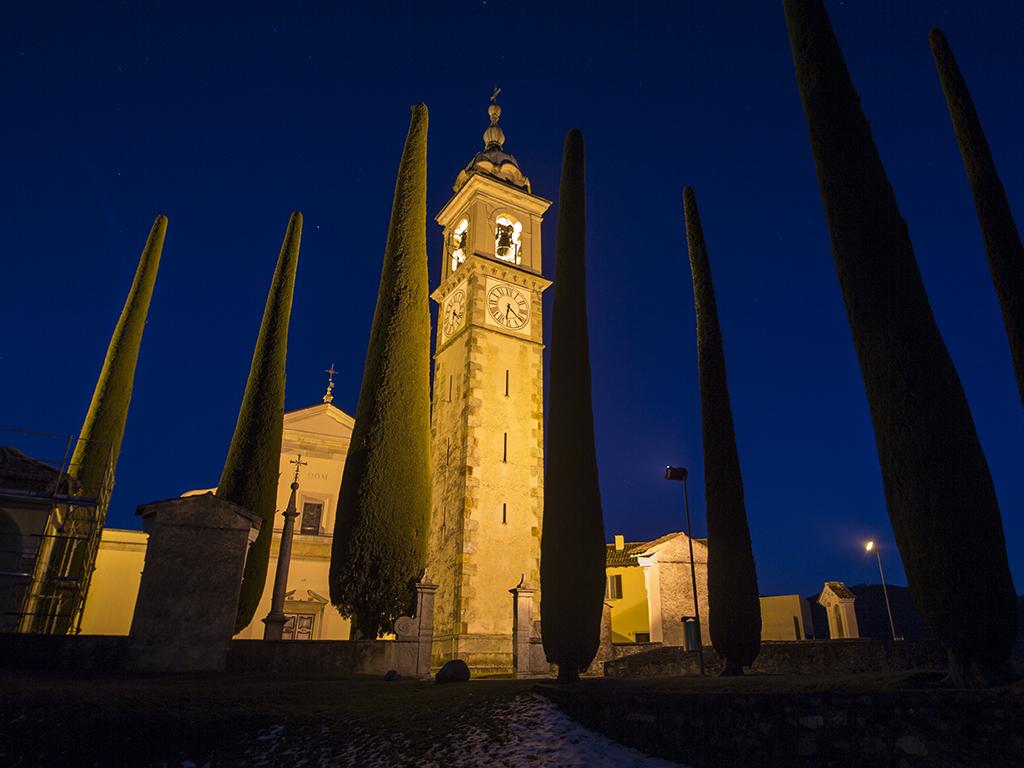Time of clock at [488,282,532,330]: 6:21
